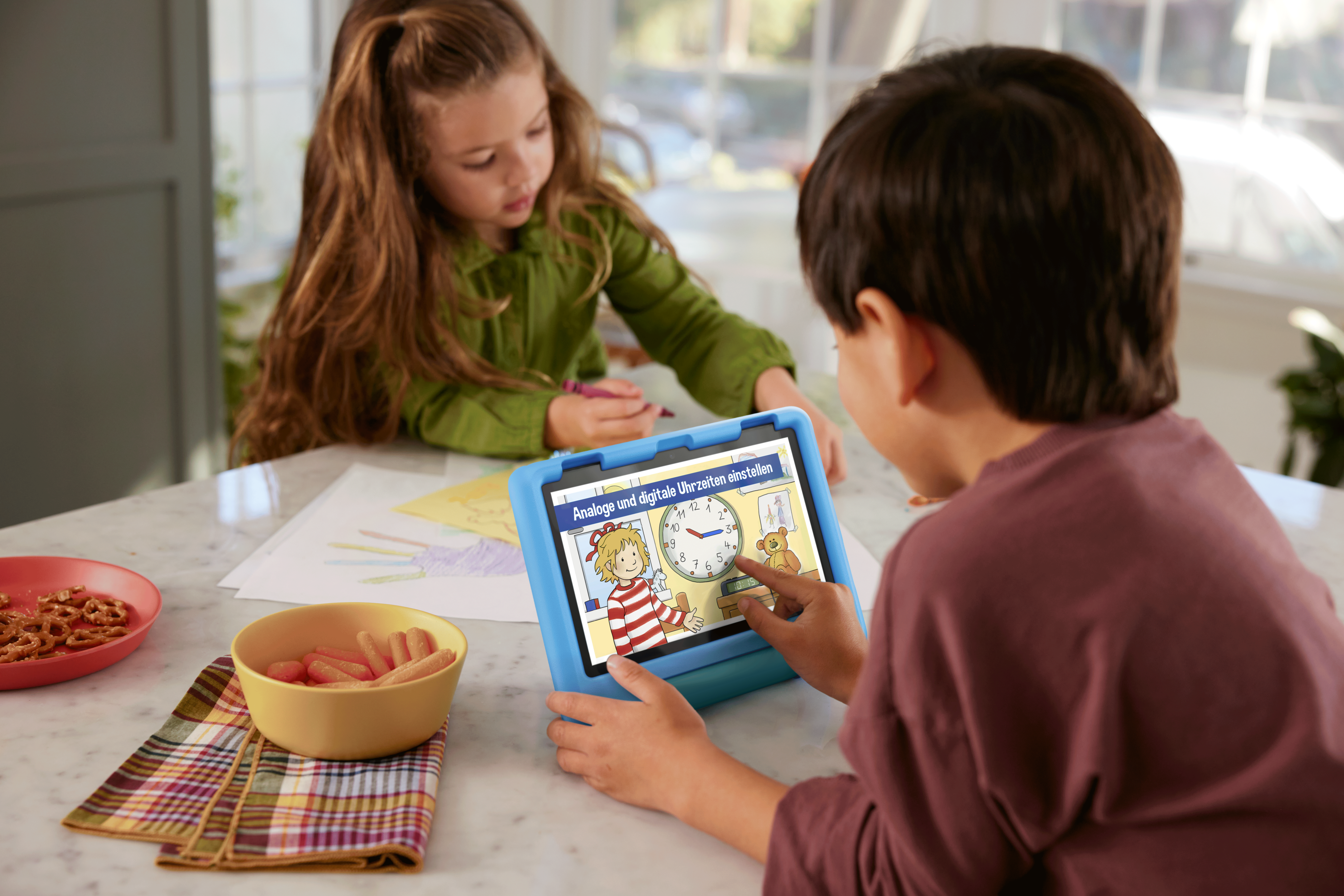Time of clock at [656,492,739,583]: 10:14
